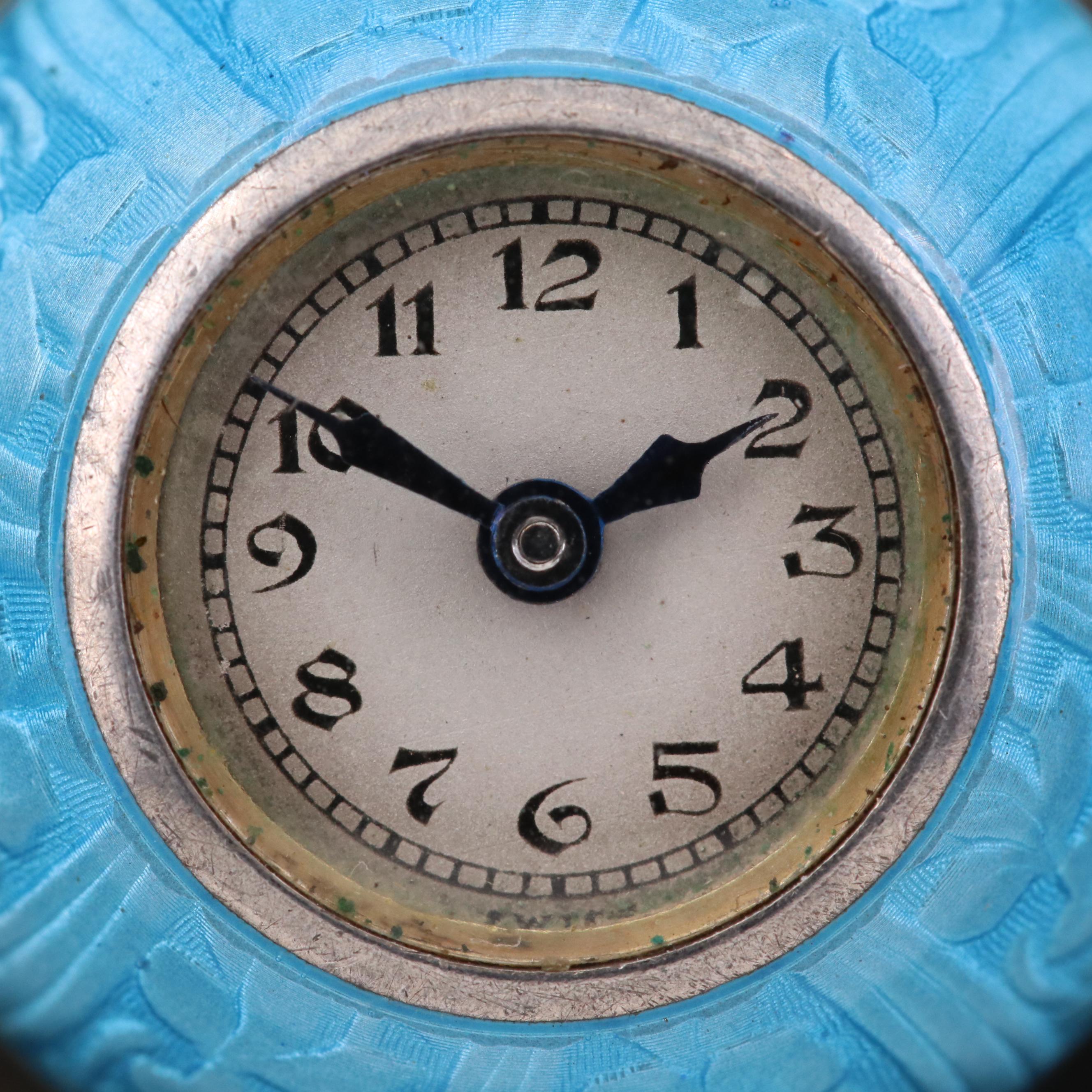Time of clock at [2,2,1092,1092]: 1:50
